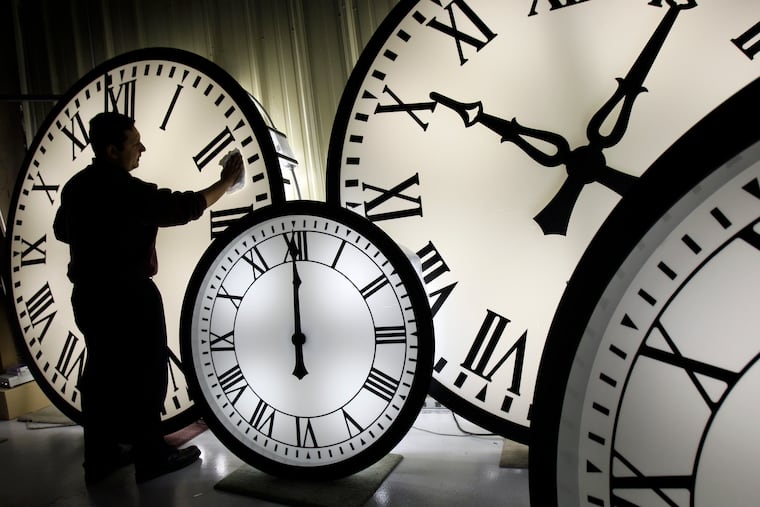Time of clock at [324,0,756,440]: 12:00
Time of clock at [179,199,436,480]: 11:59
